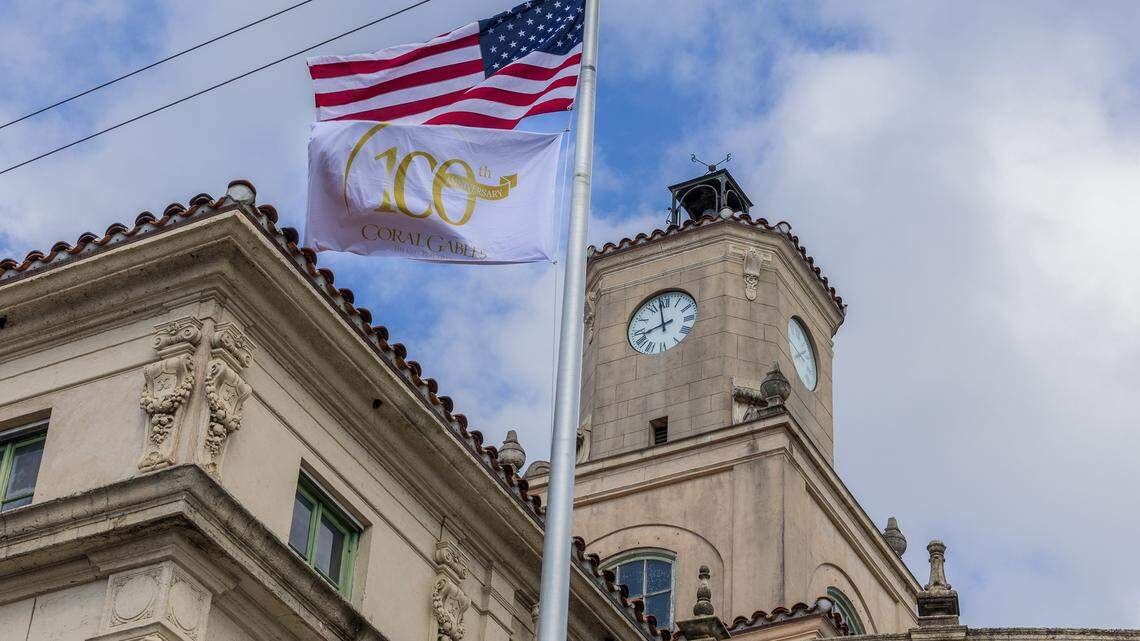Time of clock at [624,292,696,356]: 11:42
